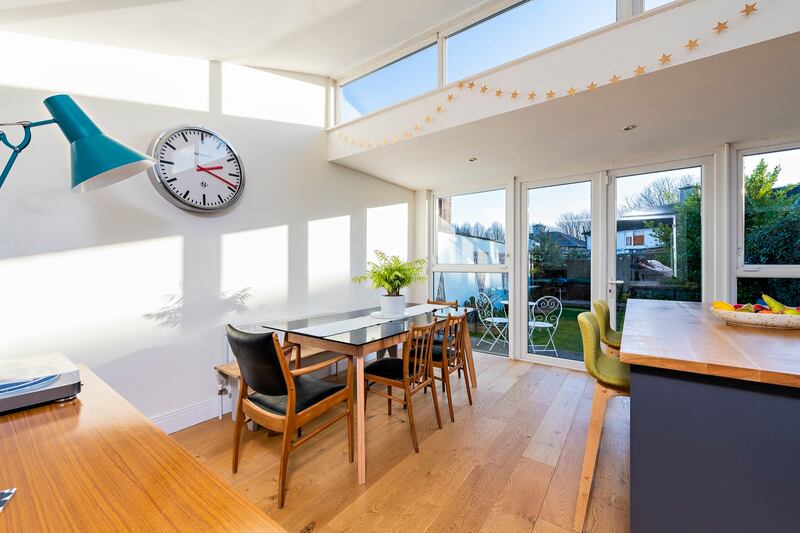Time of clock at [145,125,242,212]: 2:18
